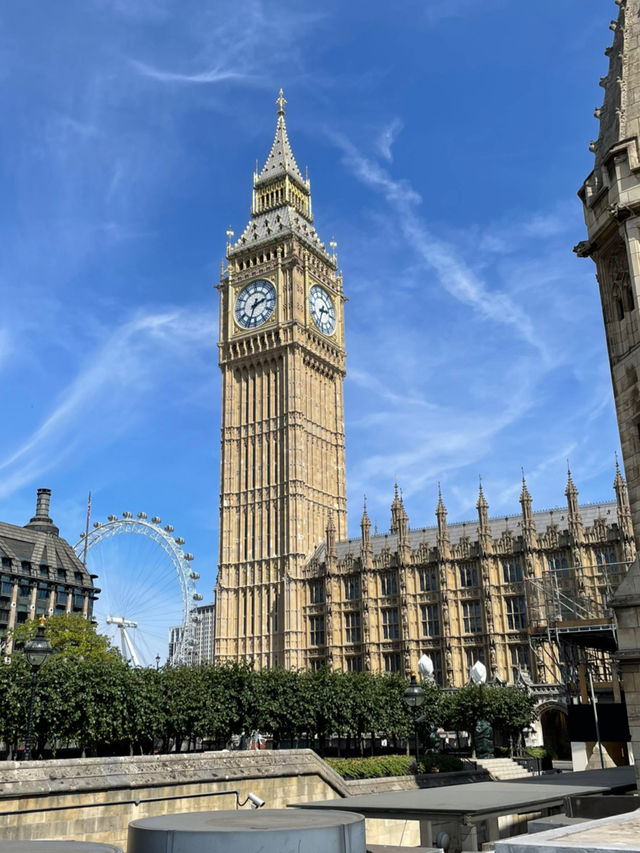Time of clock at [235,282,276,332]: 2:33
